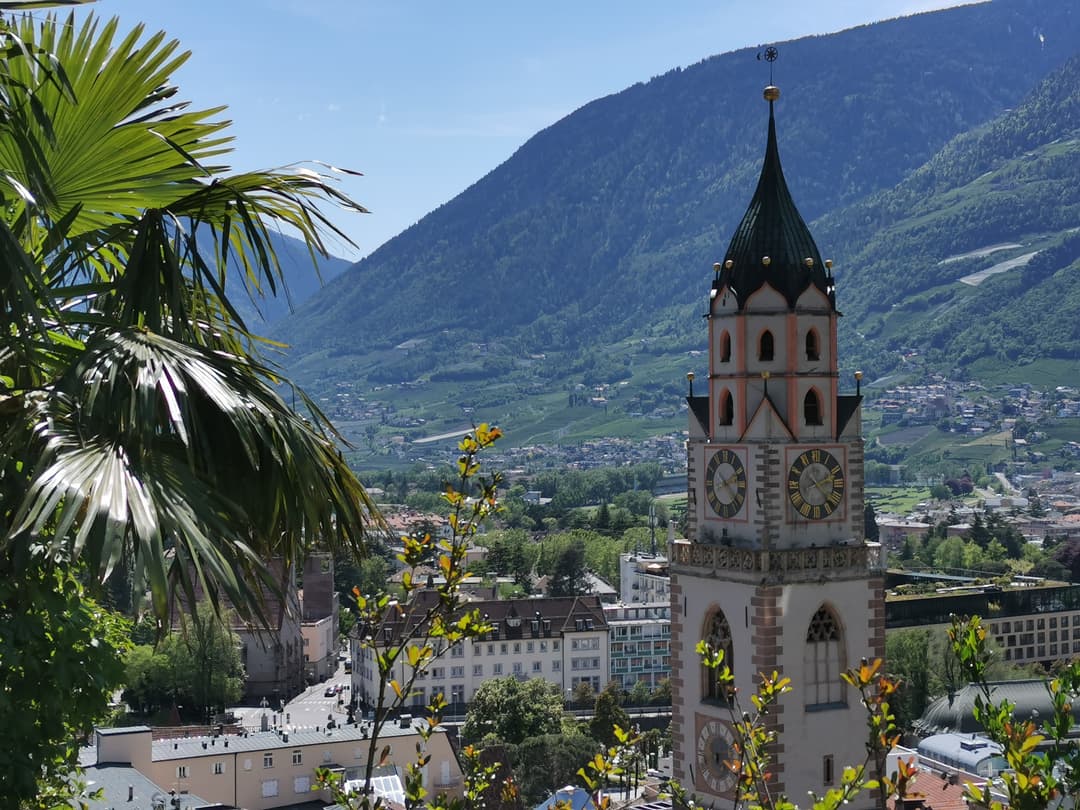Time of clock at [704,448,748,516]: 2:21
